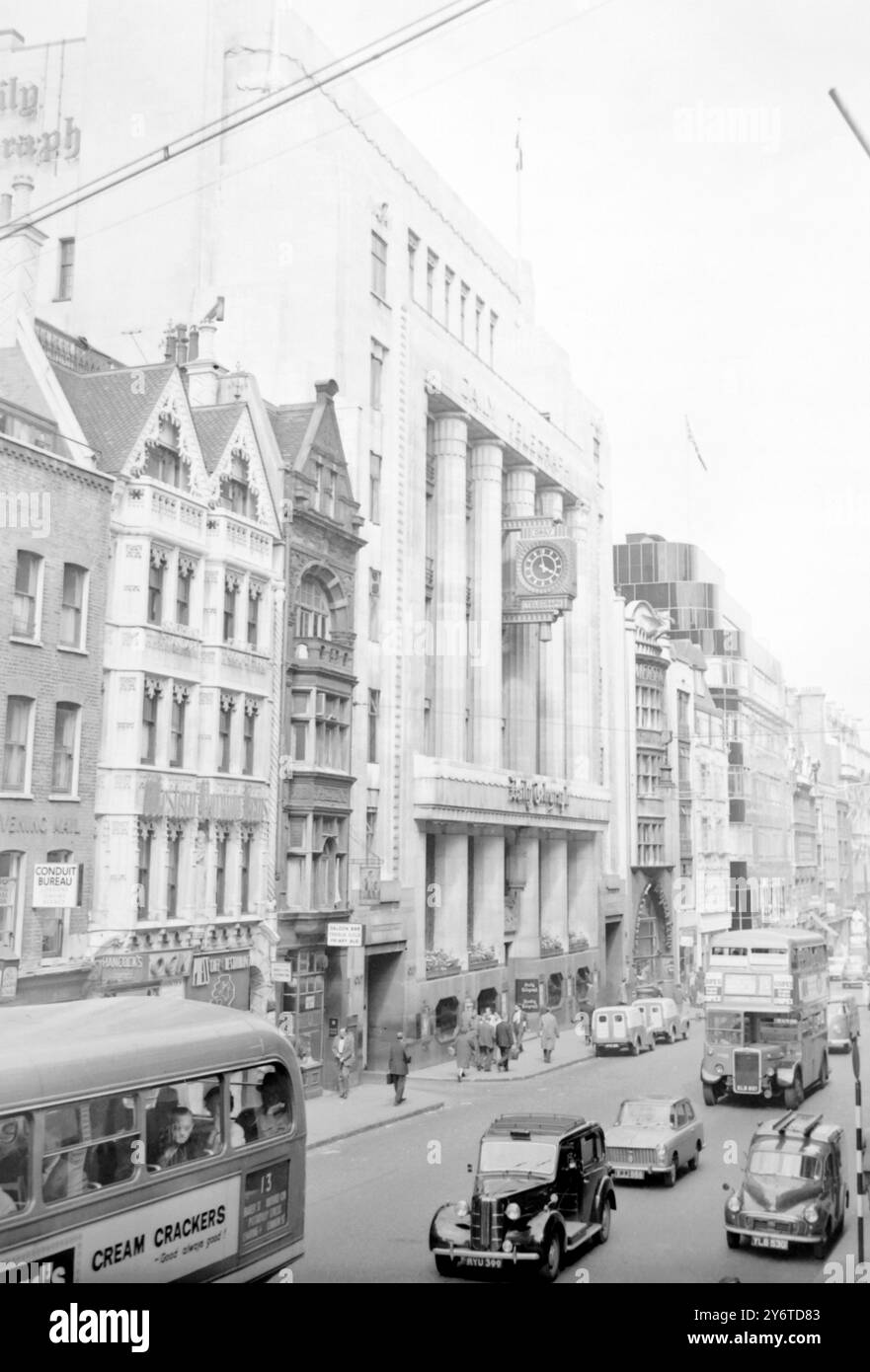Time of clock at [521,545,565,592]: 3:58
